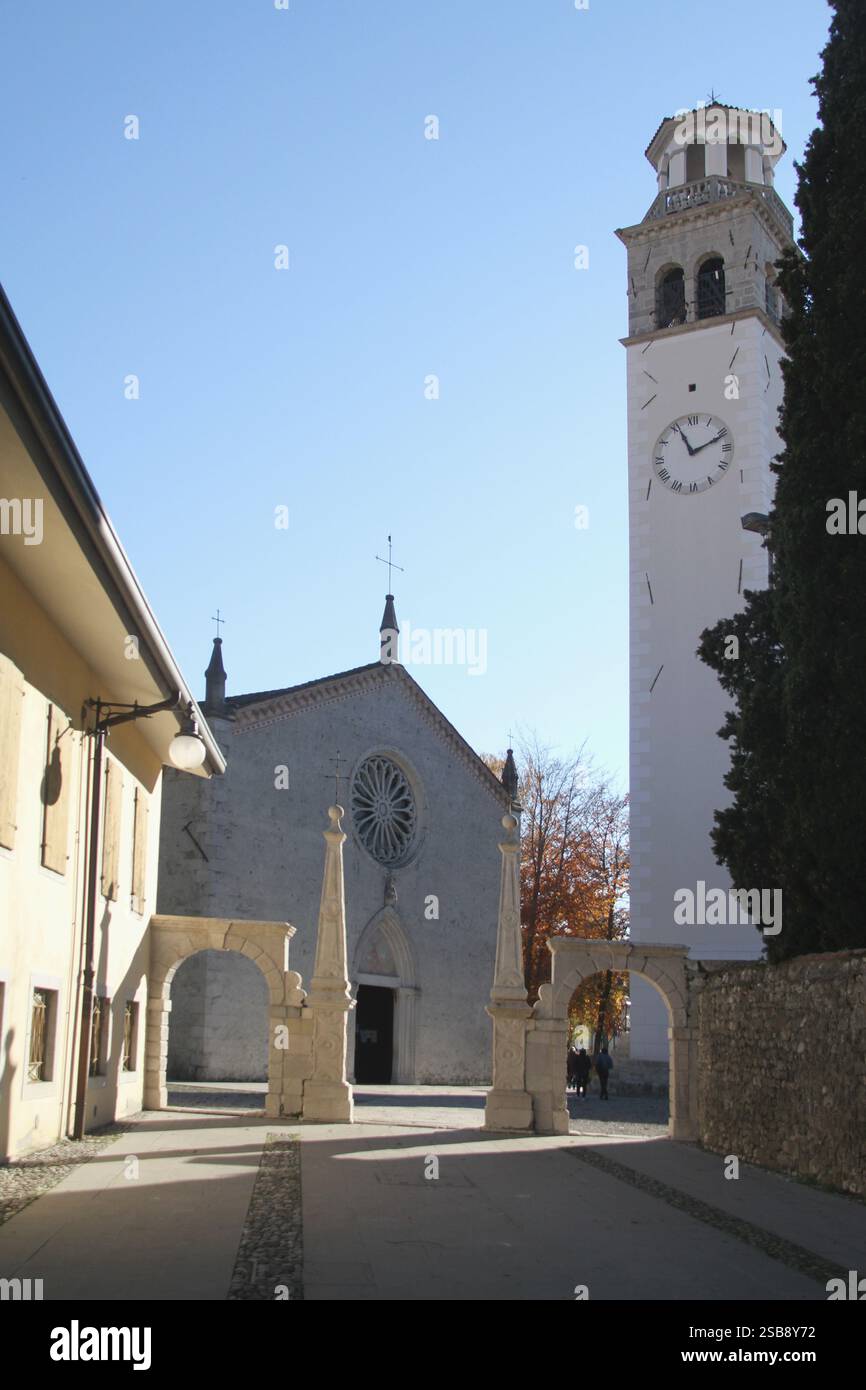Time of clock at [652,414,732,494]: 11:11
